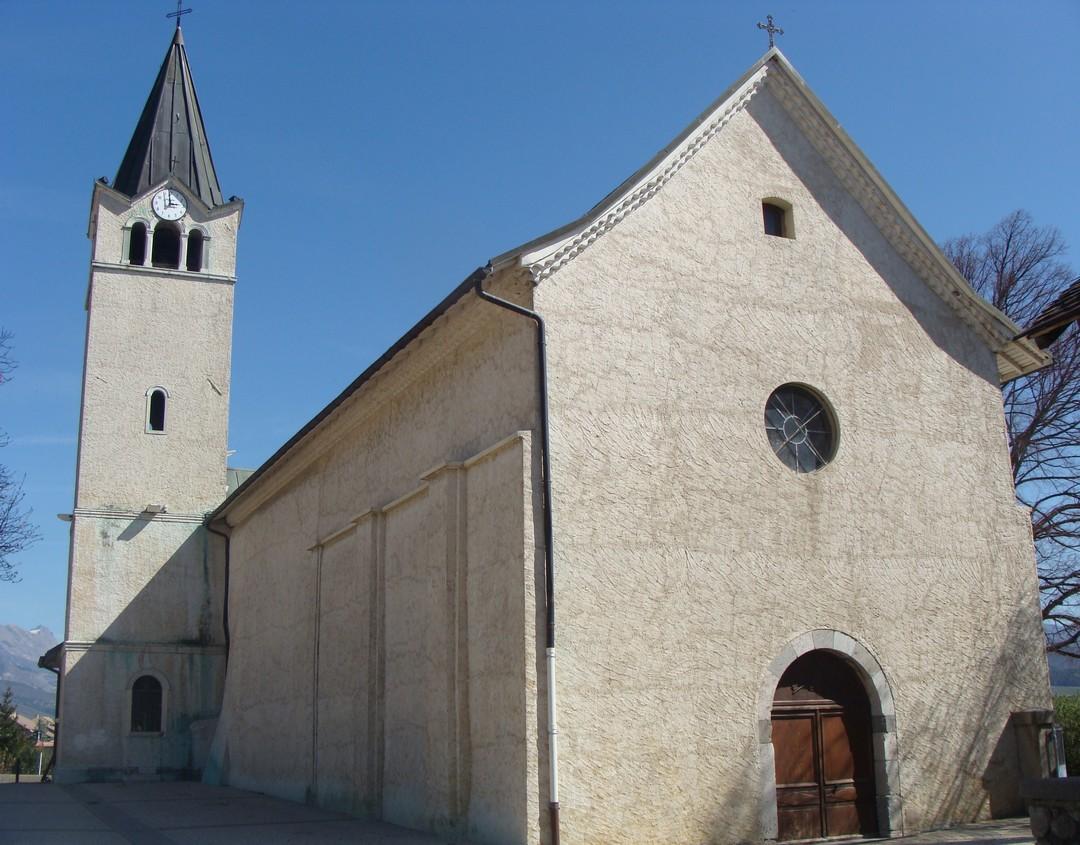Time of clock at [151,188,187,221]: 2:59
